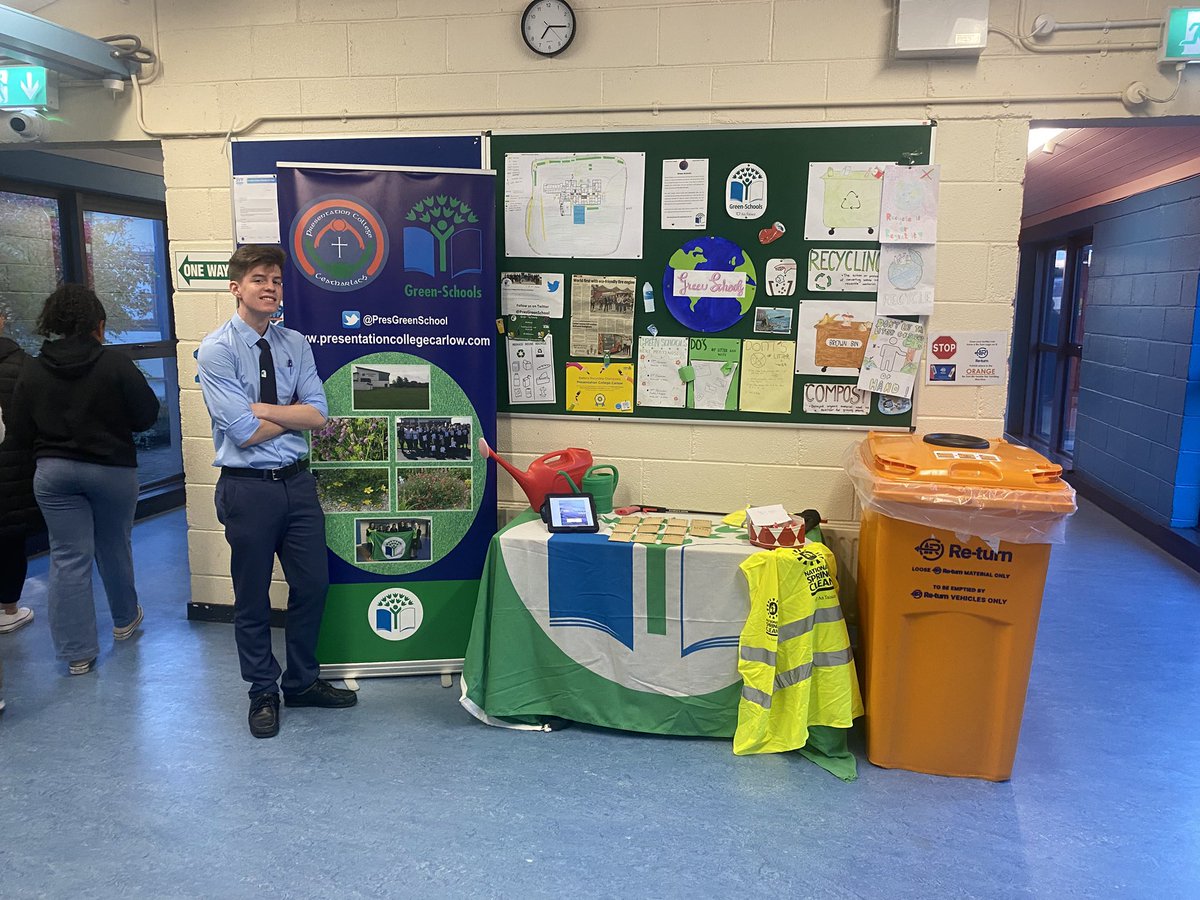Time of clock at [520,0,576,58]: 7:15
